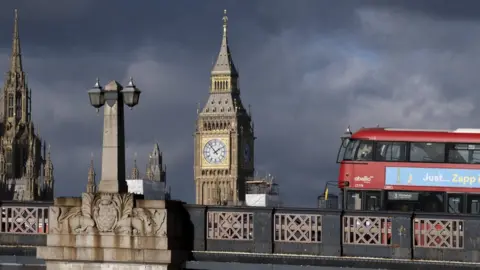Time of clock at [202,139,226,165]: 1:53
